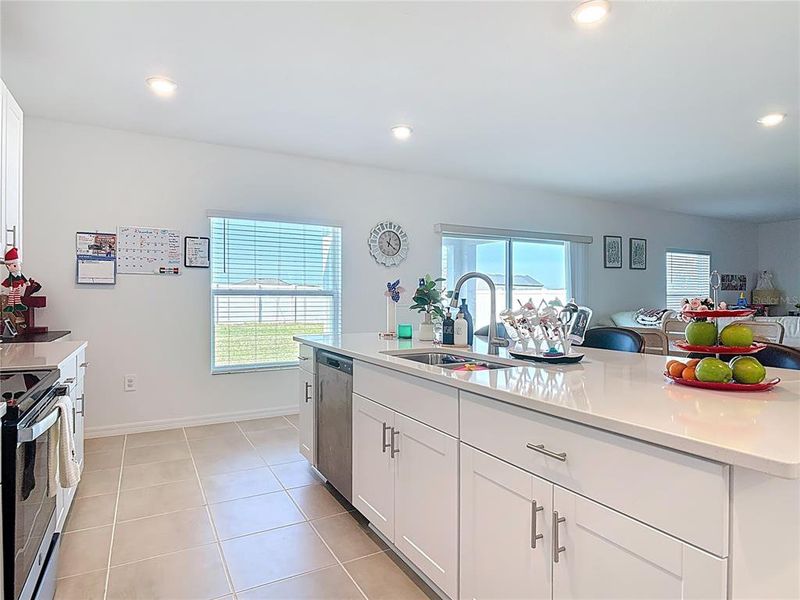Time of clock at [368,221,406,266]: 4:02
